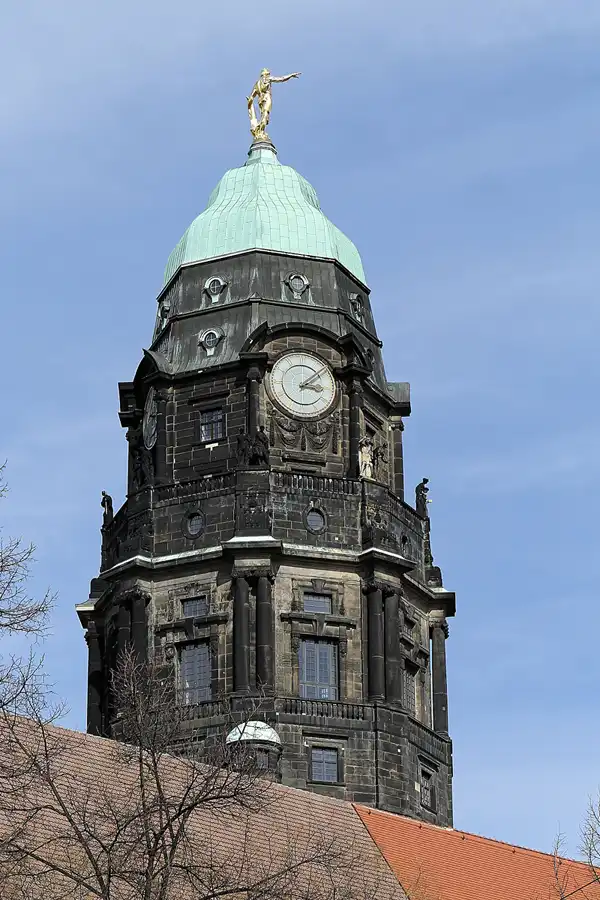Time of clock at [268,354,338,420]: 3:08
